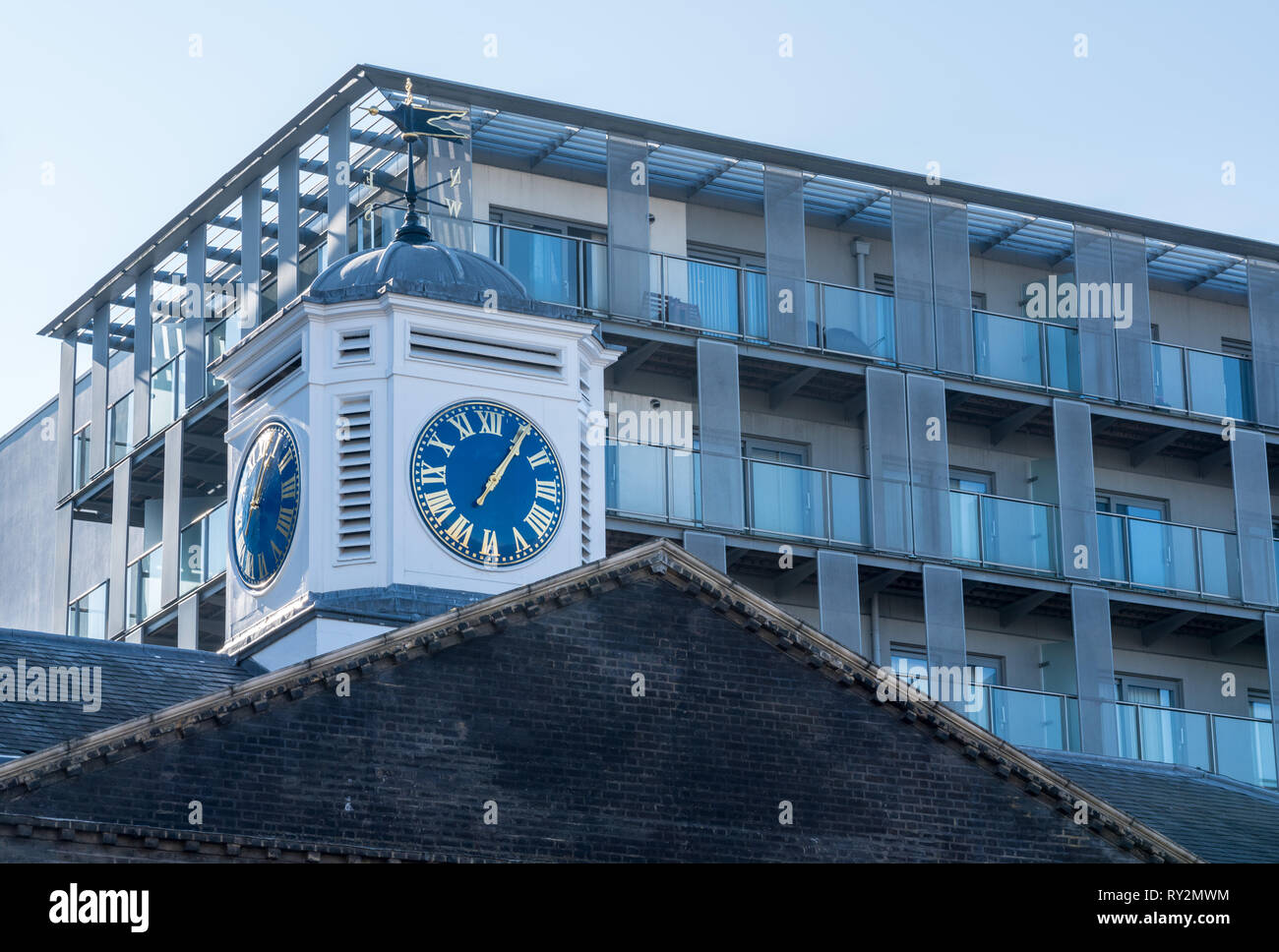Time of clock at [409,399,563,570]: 1:05
